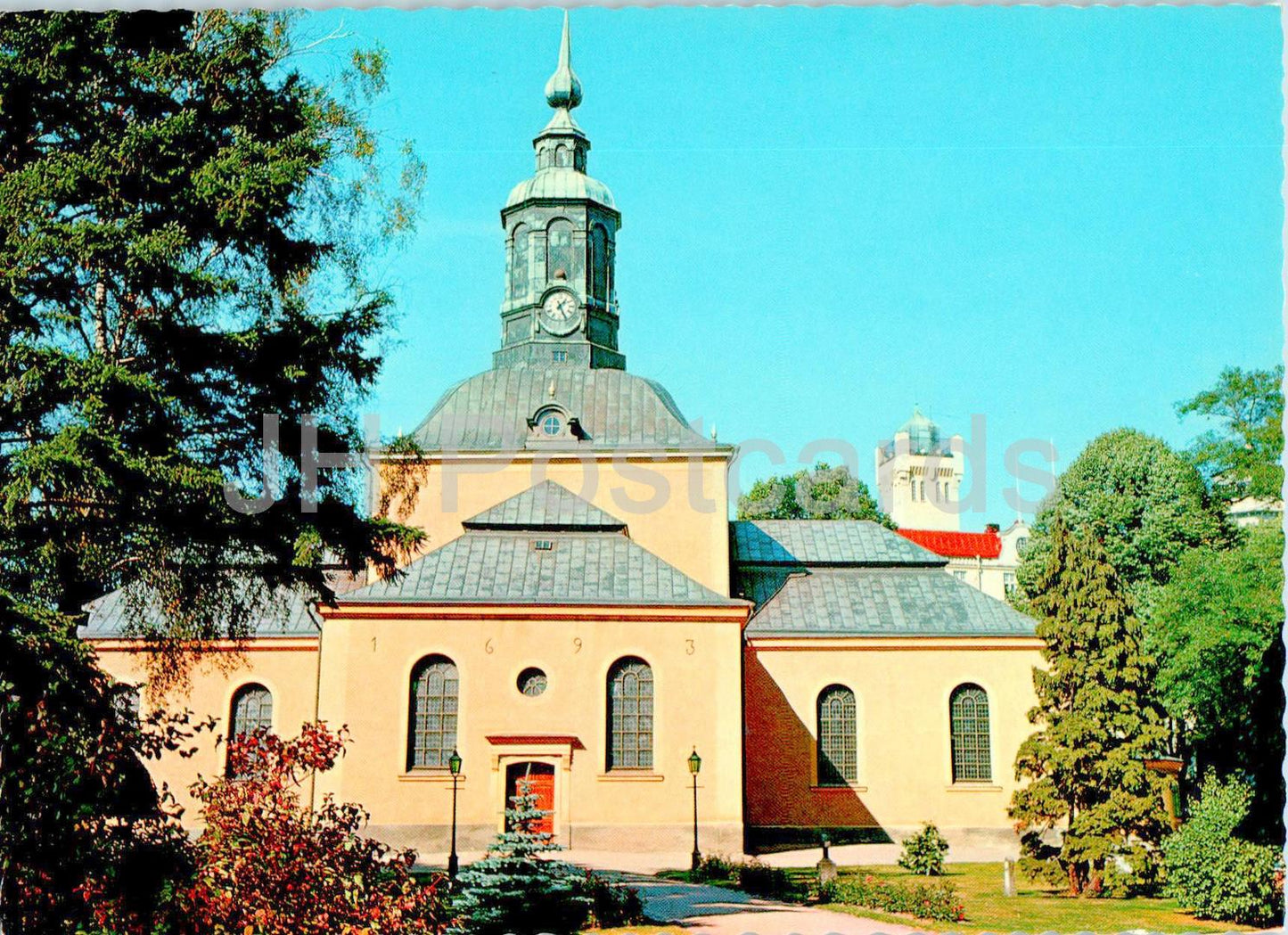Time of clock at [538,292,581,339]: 1:25
